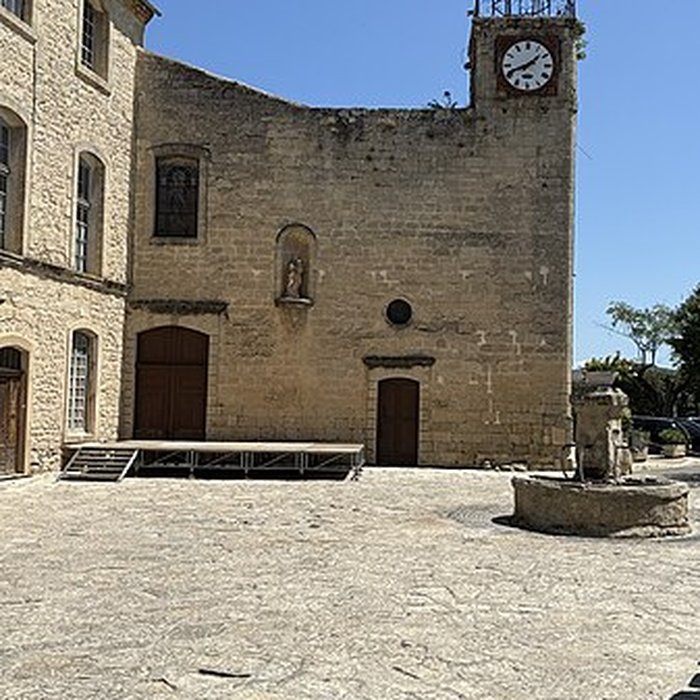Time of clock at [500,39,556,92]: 1:41
